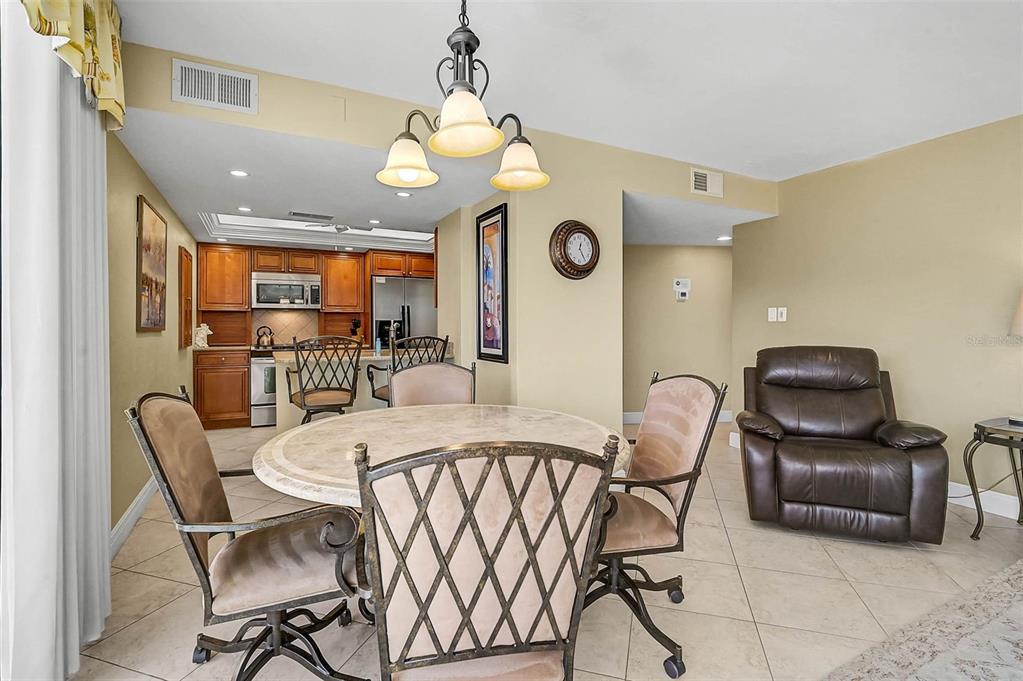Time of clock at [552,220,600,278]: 12:24
